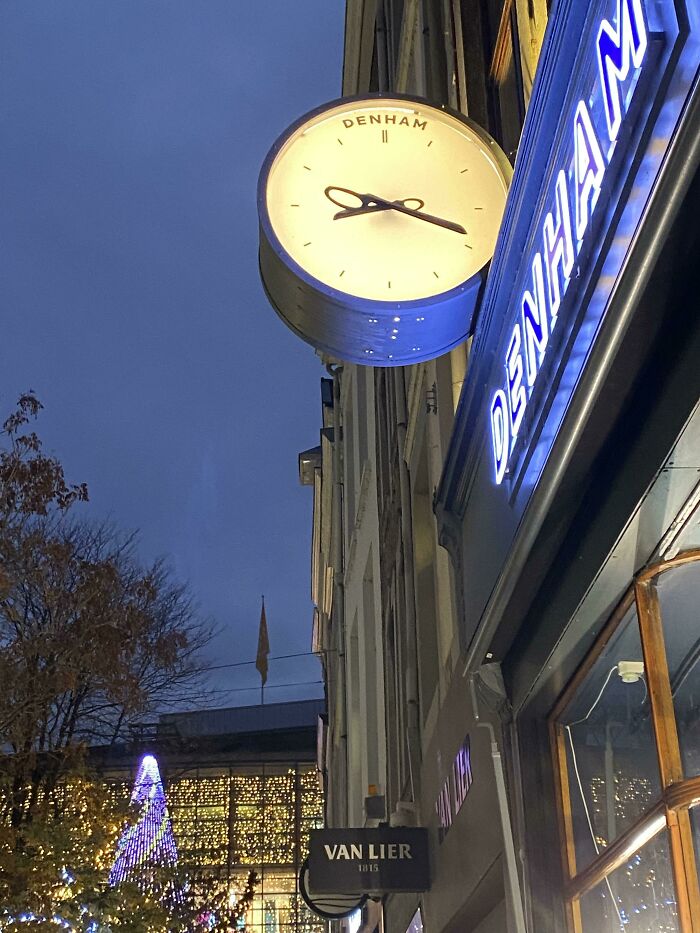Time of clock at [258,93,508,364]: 8:18
